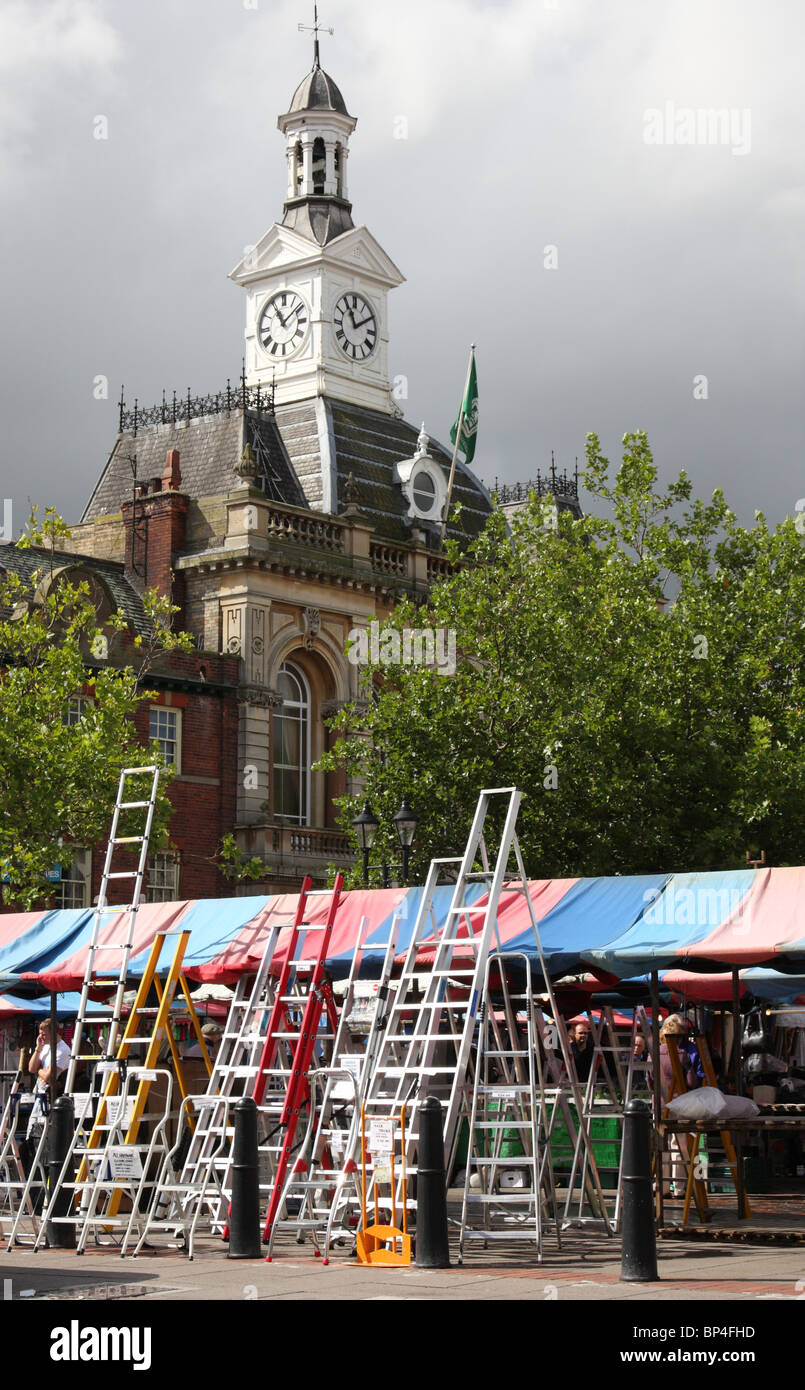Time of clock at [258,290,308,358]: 11:08
